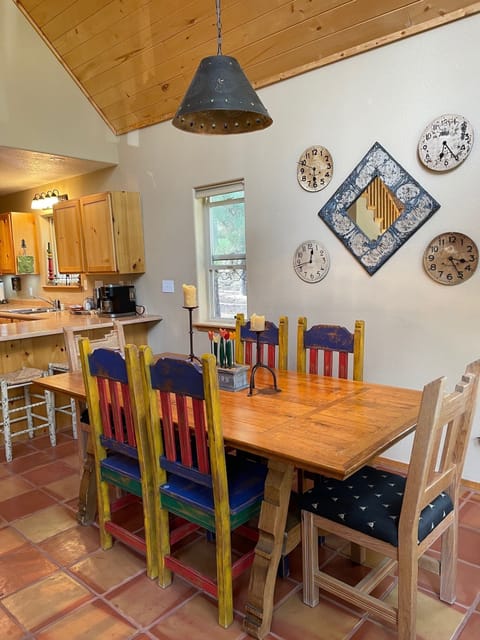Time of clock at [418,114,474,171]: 6:24
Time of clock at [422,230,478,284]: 3:24
